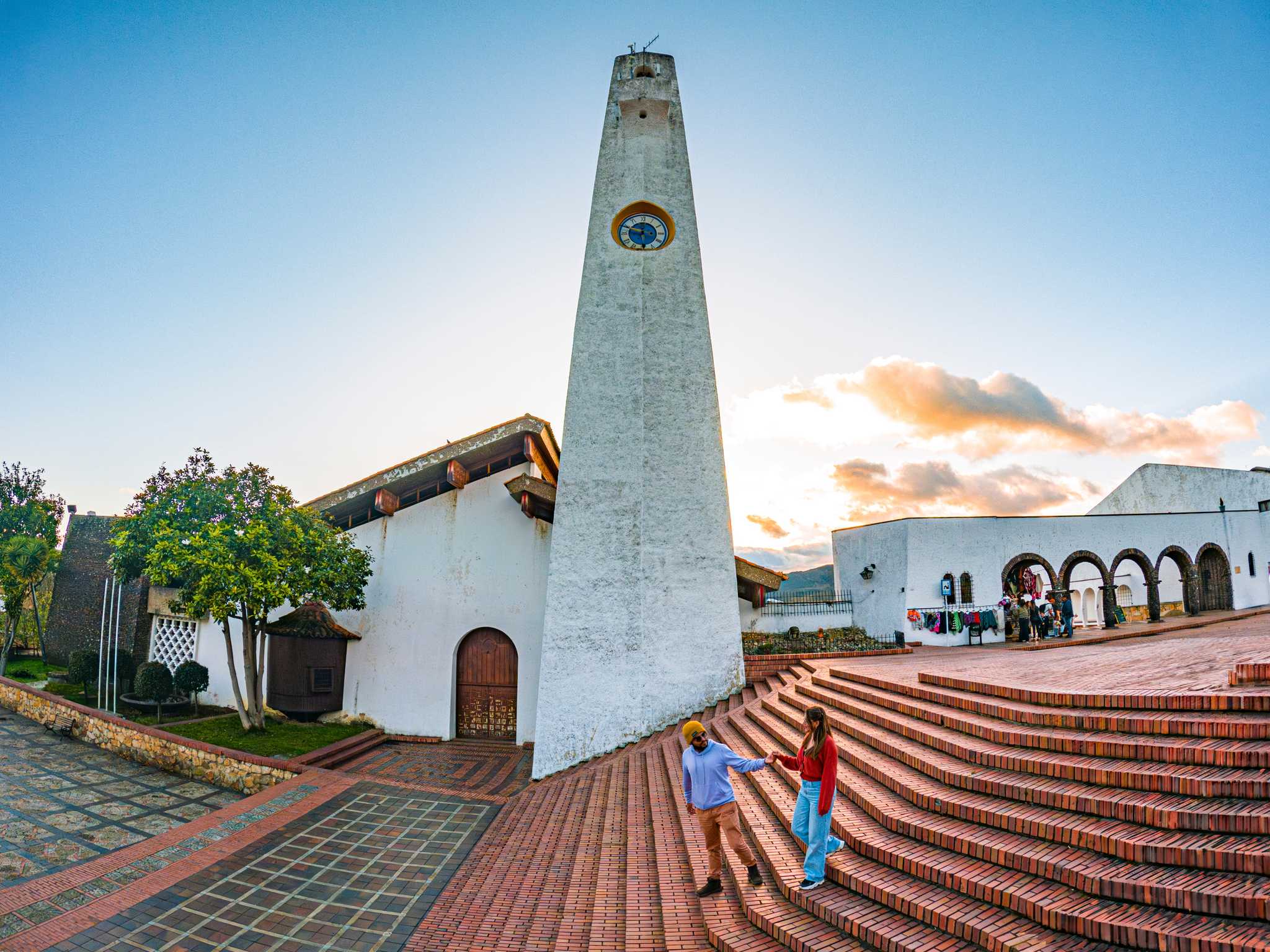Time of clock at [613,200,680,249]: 5:48
